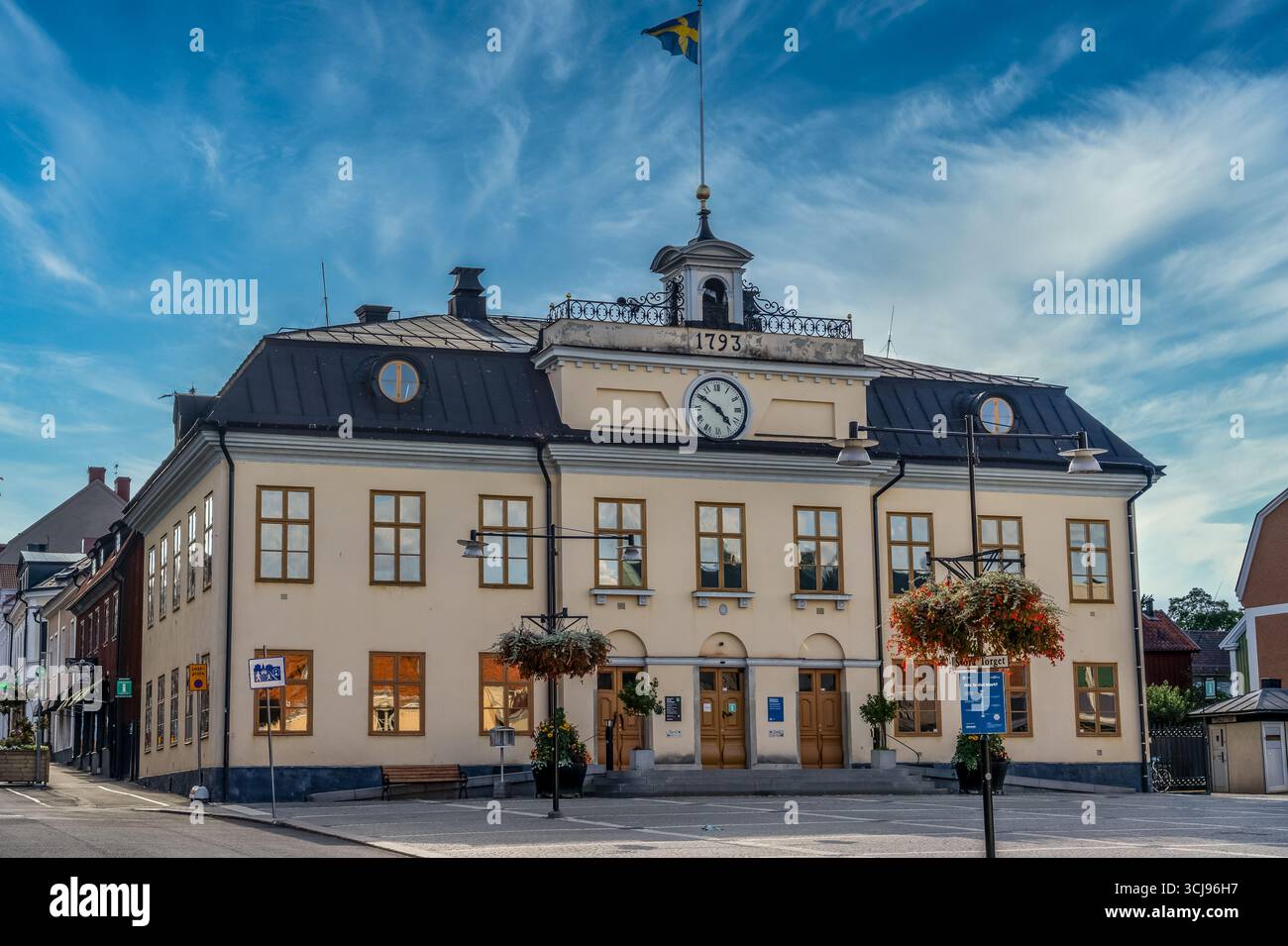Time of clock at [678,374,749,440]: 4:50
